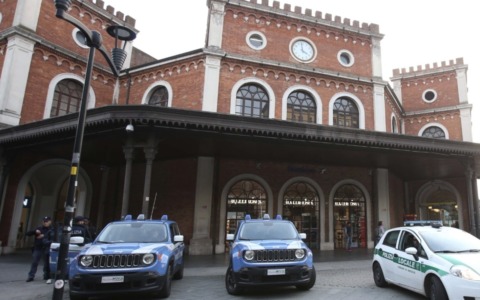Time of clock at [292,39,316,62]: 3:58
